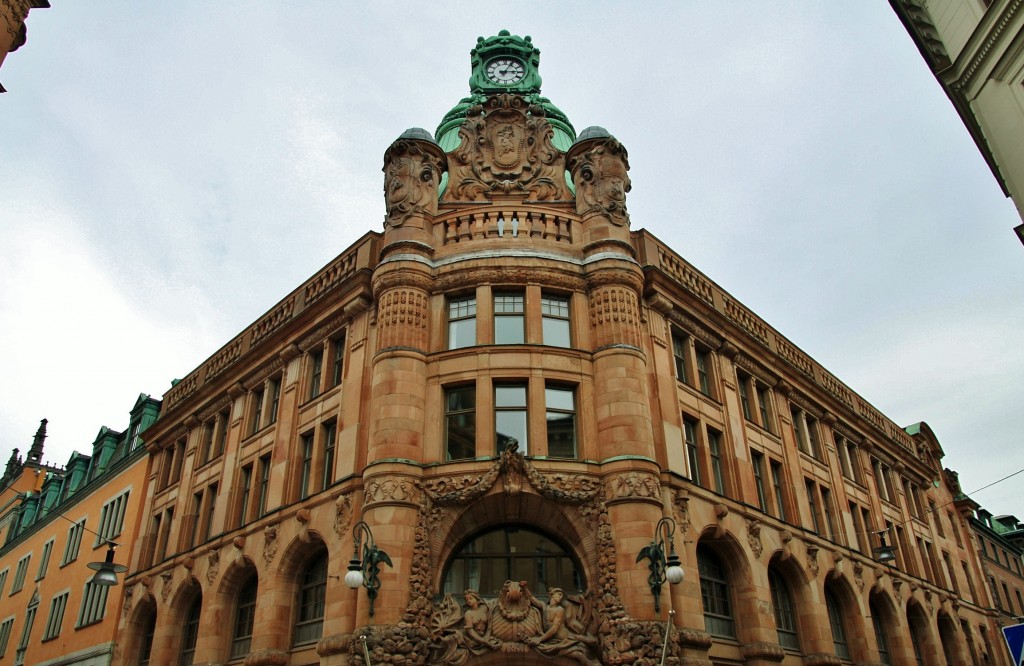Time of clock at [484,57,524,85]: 3:04
